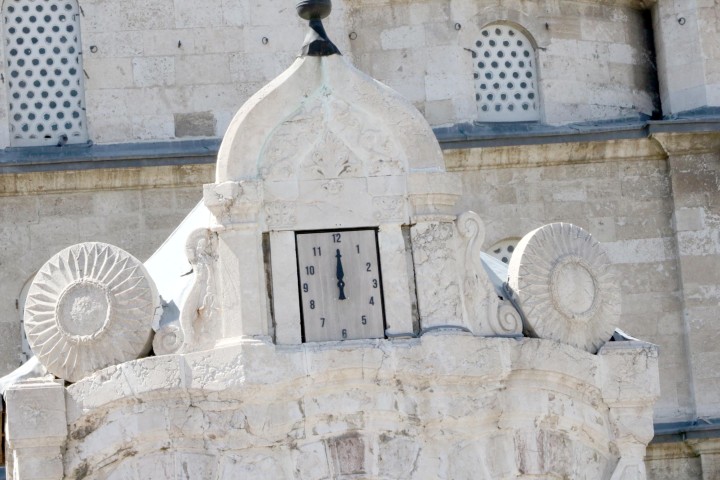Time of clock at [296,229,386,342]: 12:00
